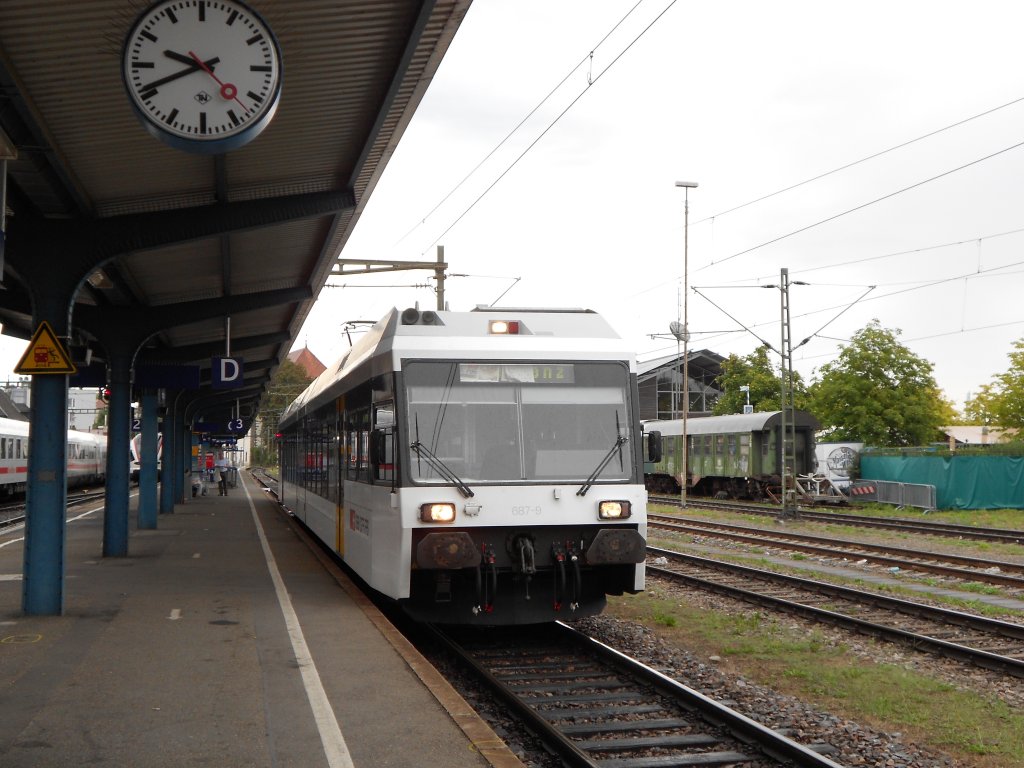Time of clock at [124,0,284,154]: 9:41
